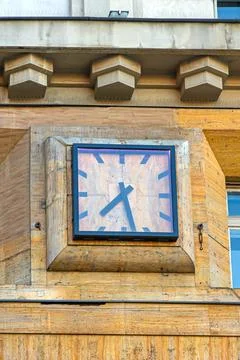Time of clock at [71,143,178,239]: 7:28
